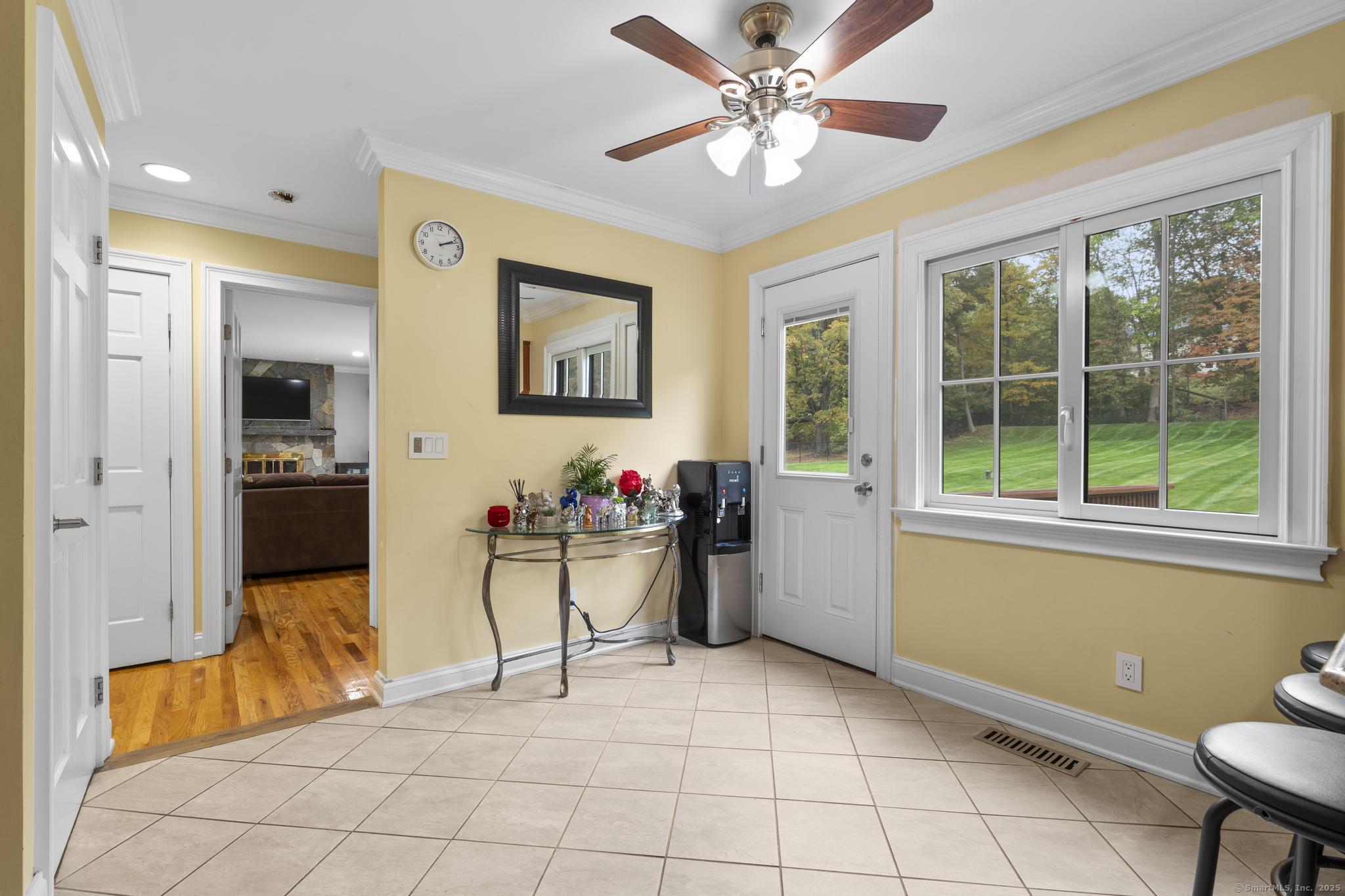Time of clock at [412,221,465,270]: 2:11
